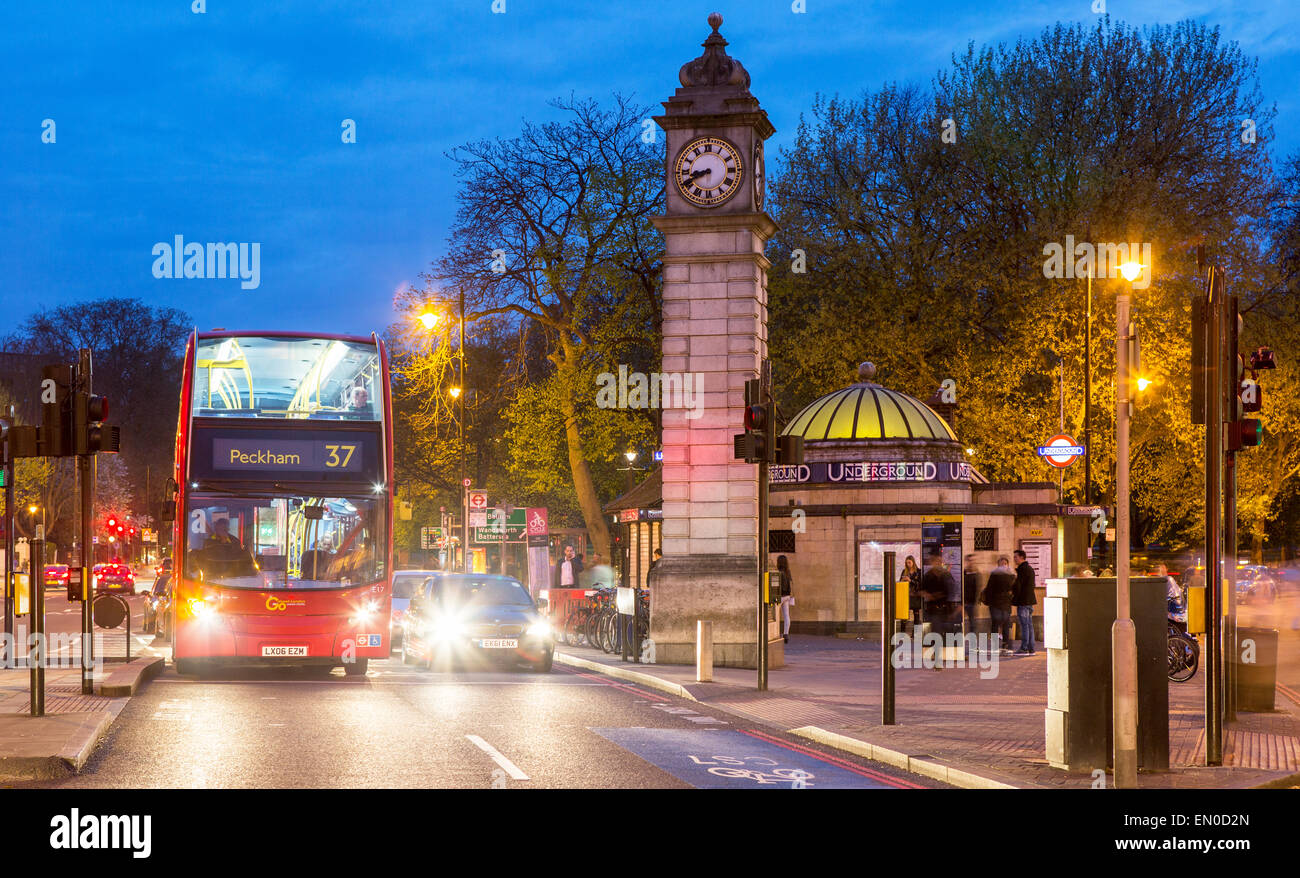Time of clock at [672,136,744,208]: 8:40
